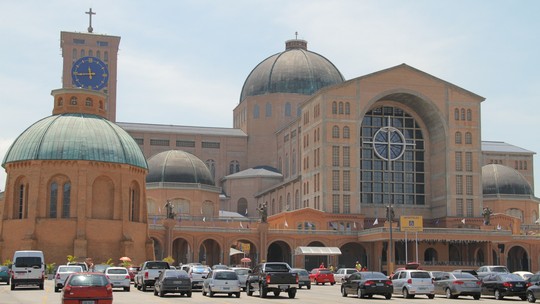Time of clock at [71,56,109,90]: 11:44
